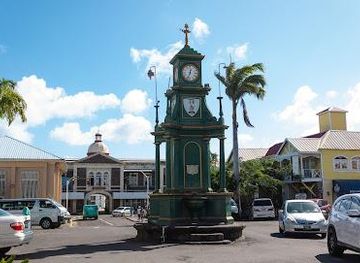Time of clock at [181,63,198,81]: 12:33
